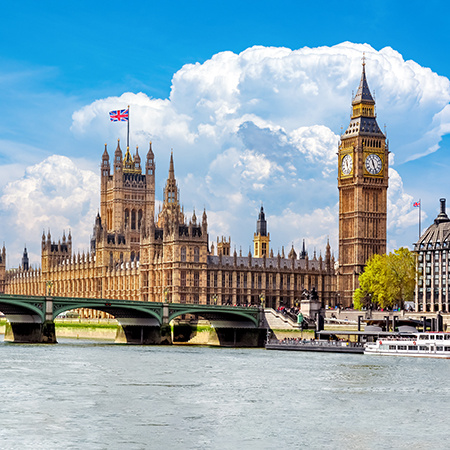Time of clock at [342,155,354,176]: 11:28
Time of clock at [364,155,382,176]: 11:26
